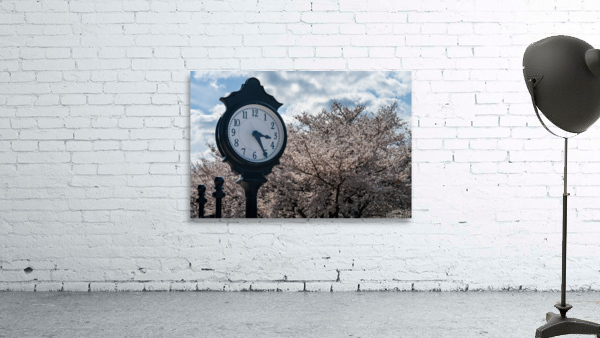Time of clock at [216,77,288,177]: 3:25
